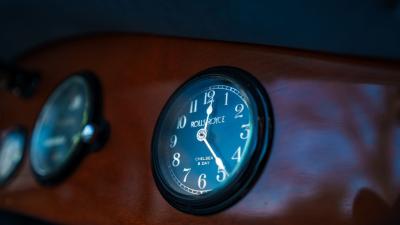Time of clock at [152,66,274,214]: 12:23
